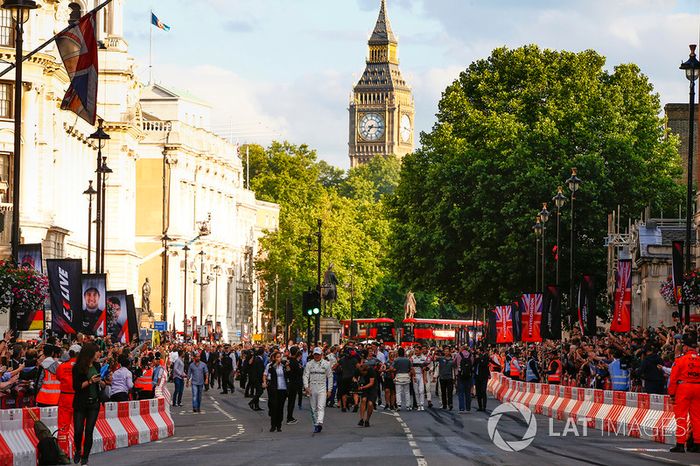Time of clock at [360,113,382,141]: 7:15
